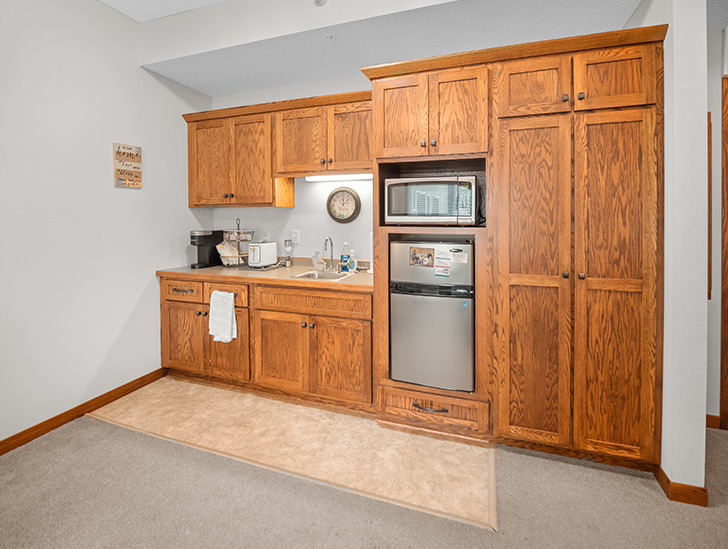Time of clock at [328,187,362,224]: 12:07
